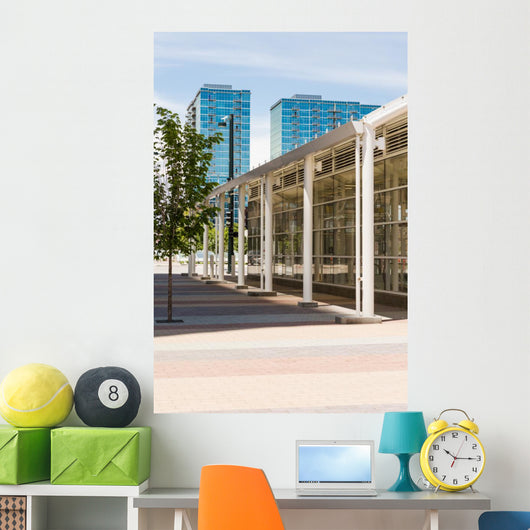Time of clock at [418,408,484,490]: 10:15
